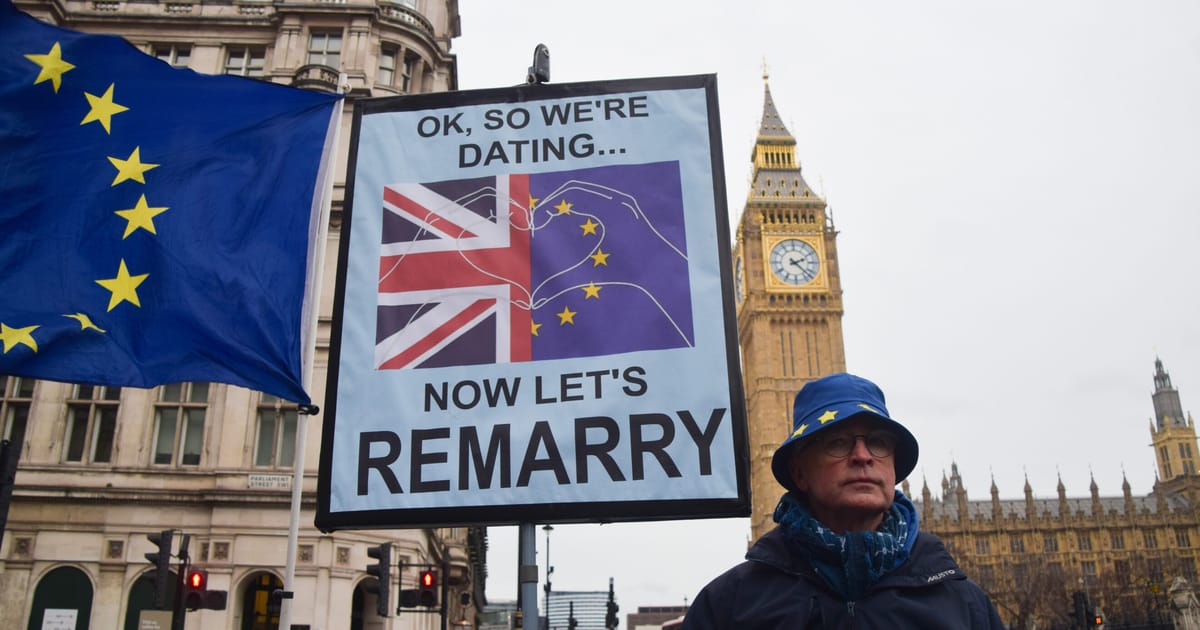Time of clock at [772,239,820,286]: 2:22
